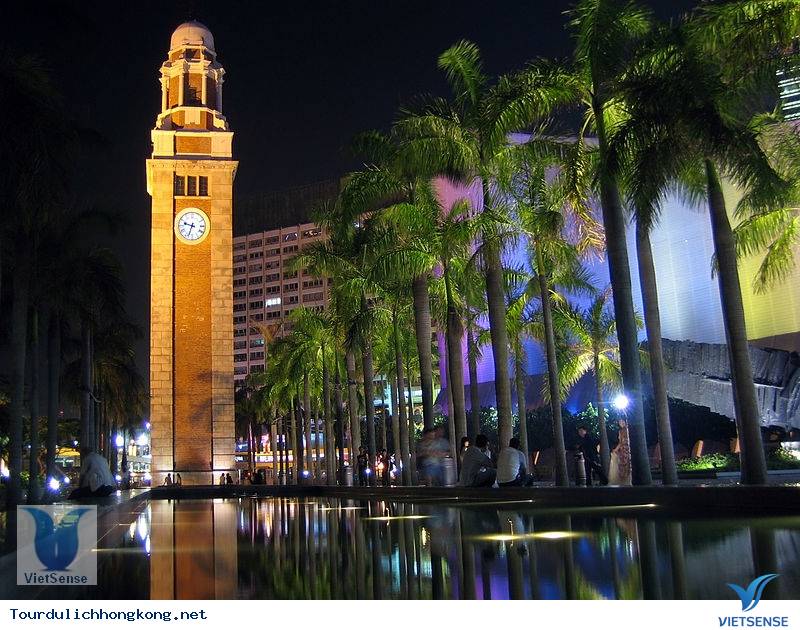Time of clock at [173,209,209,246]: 9:33
